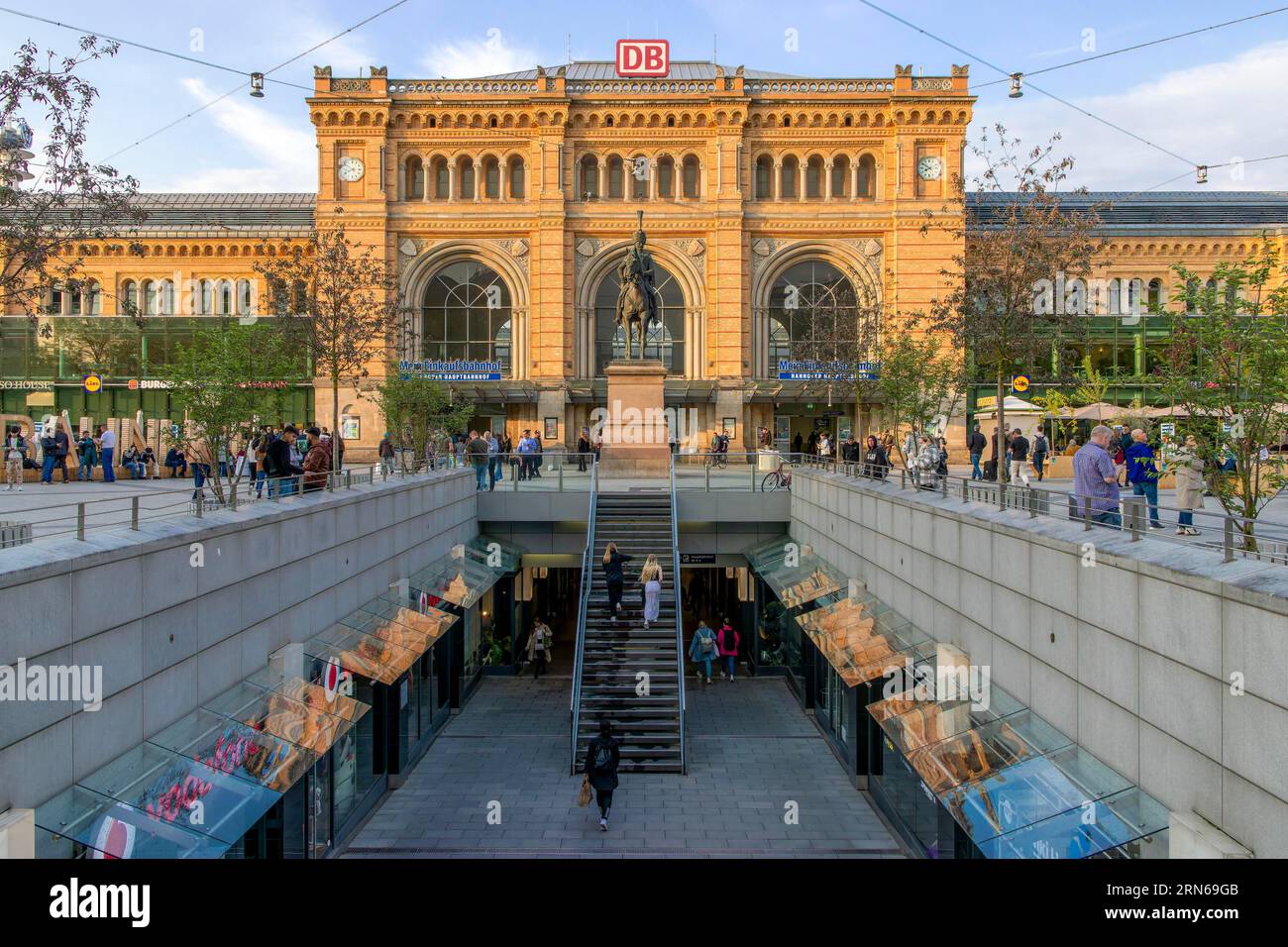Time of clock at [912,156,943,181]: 7:49
